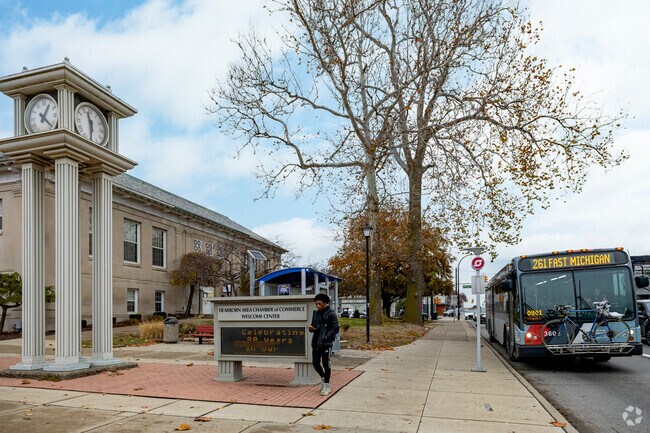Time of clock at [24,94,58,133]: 1:22
